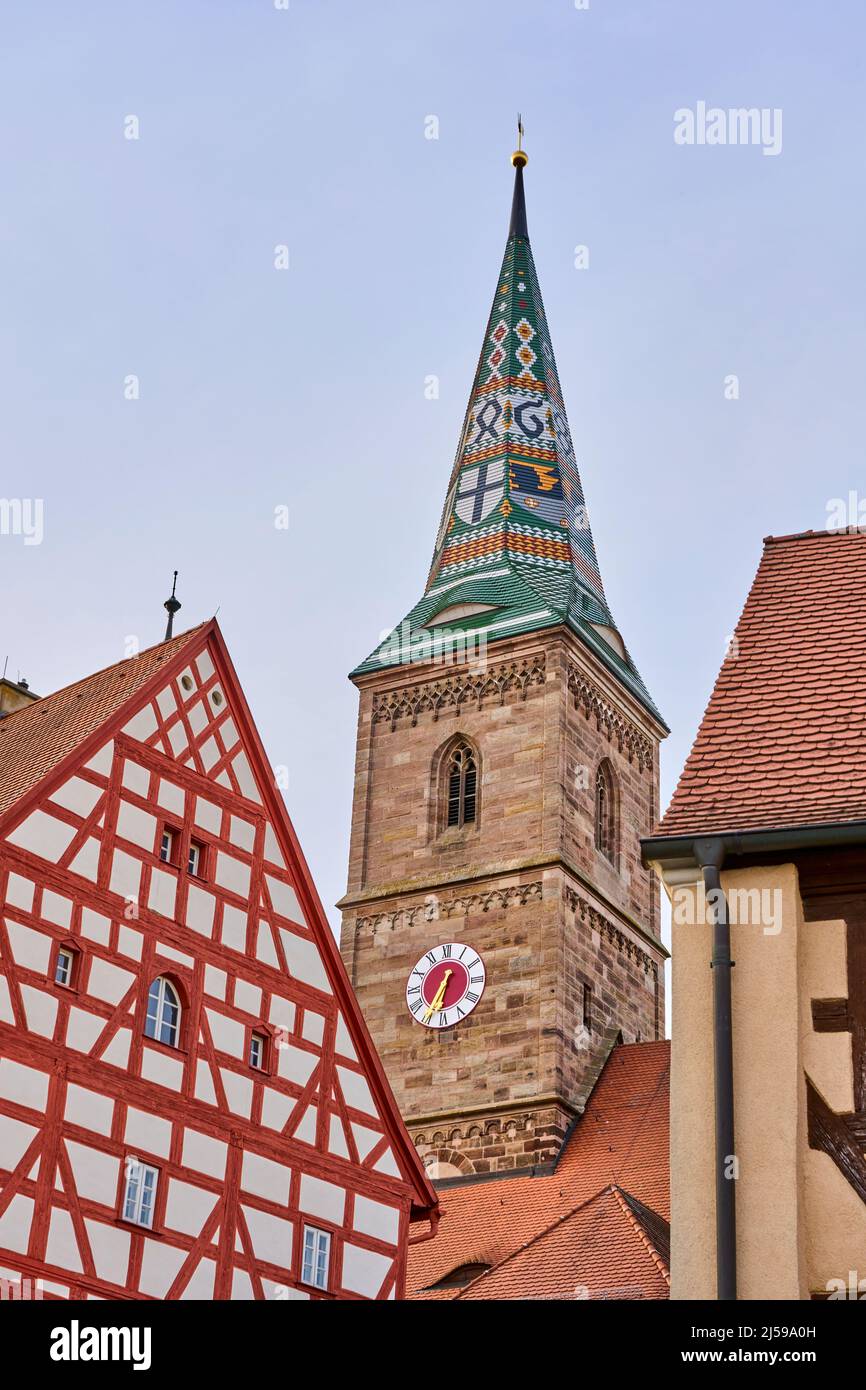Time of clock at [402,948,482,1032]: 6:34
